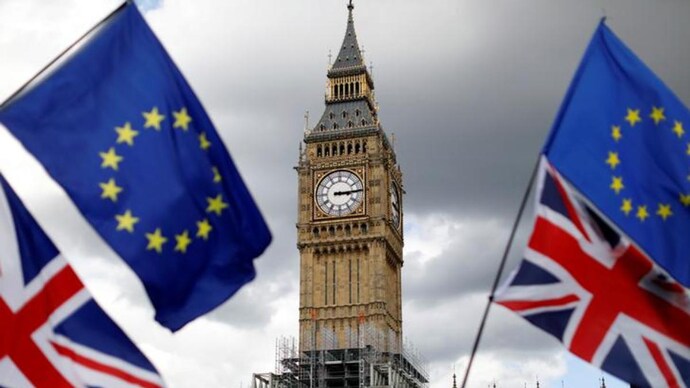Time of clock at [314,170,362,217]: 3:14
